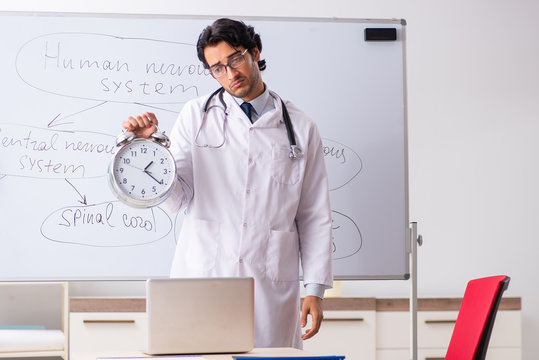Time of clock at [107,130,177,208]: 1:21
